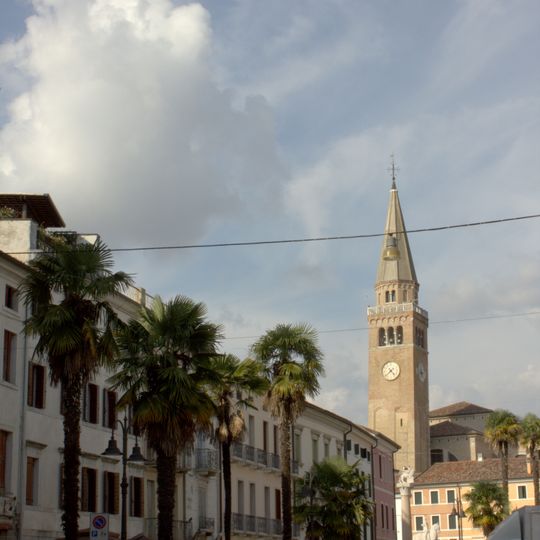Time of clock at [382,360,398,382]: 4:38
